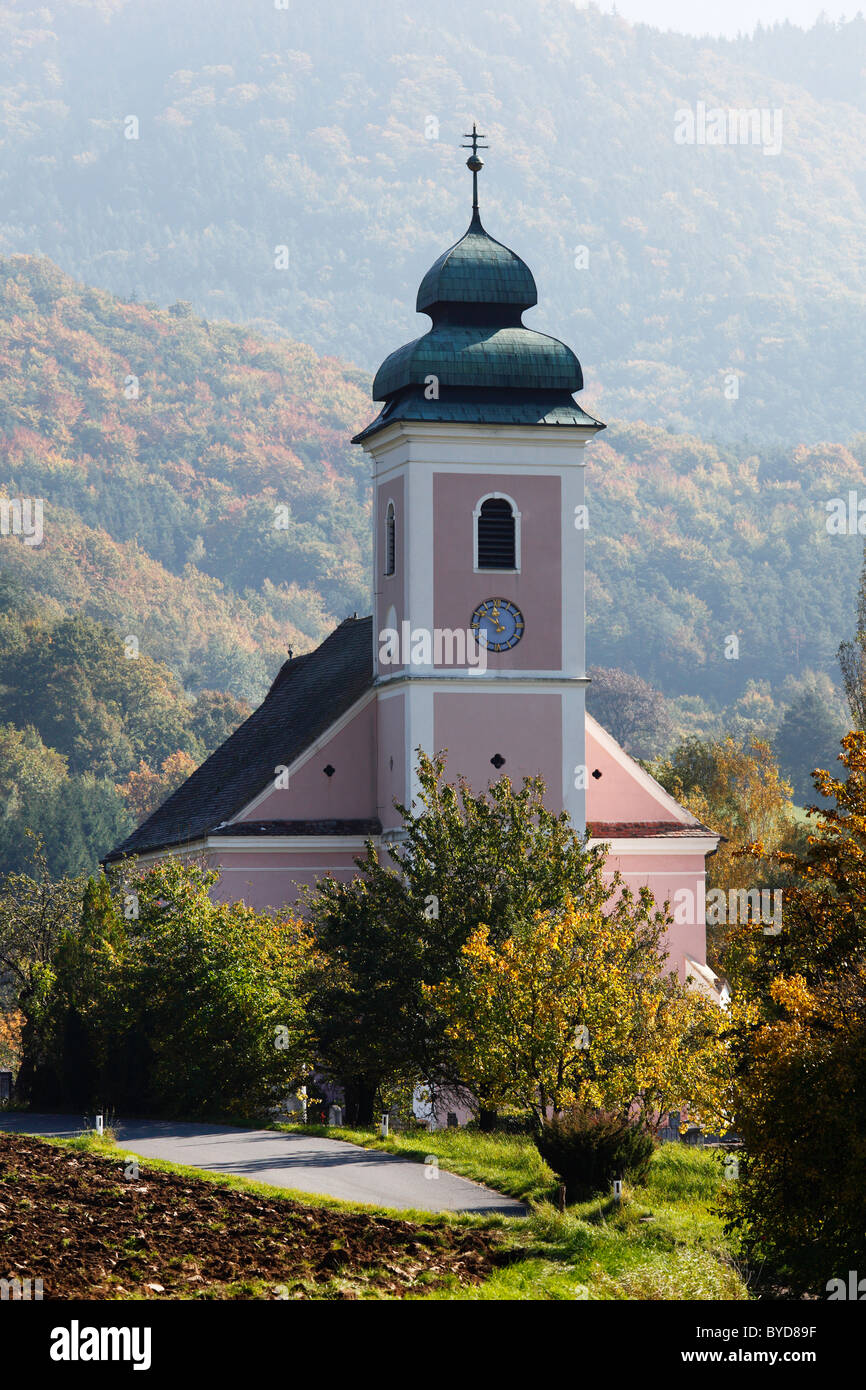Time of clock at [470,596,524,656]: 11:51
